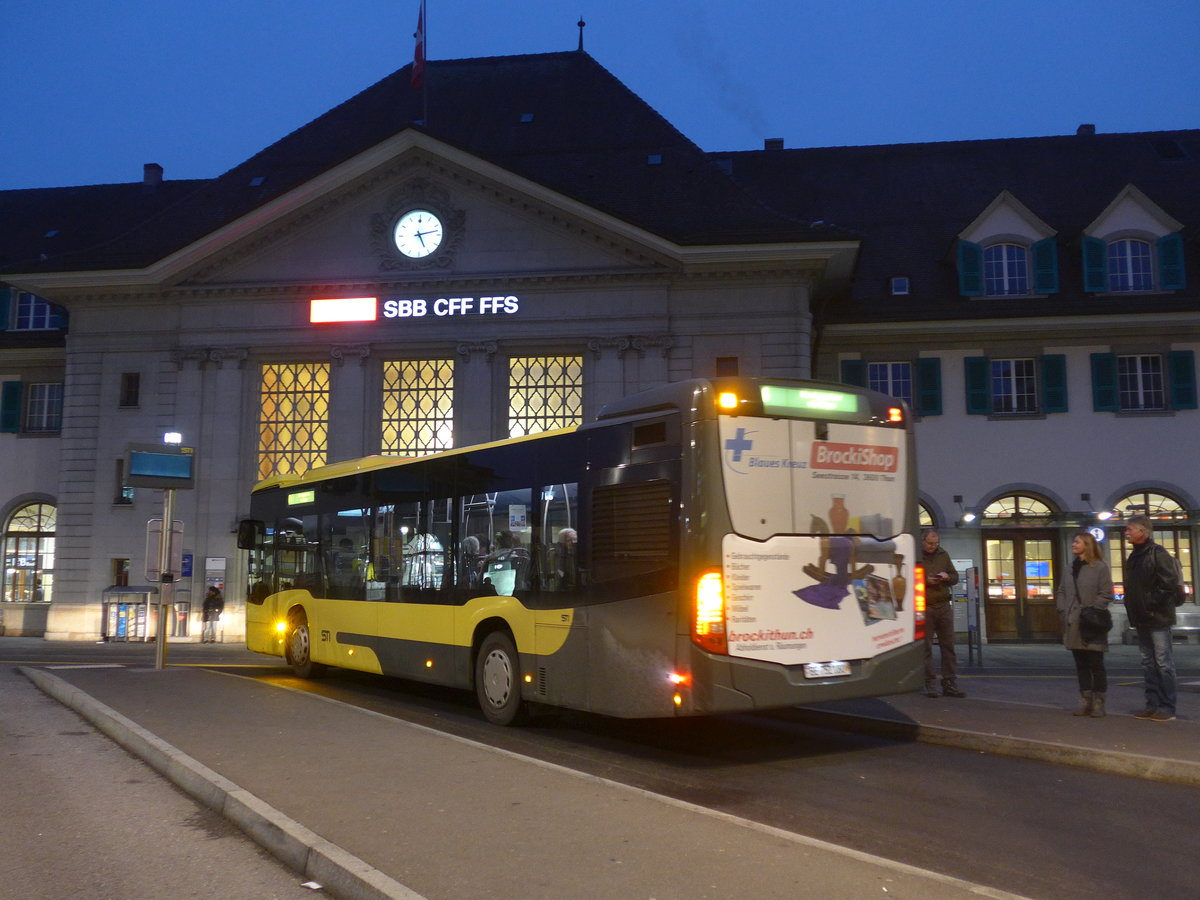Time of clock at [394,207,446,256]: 5:12
